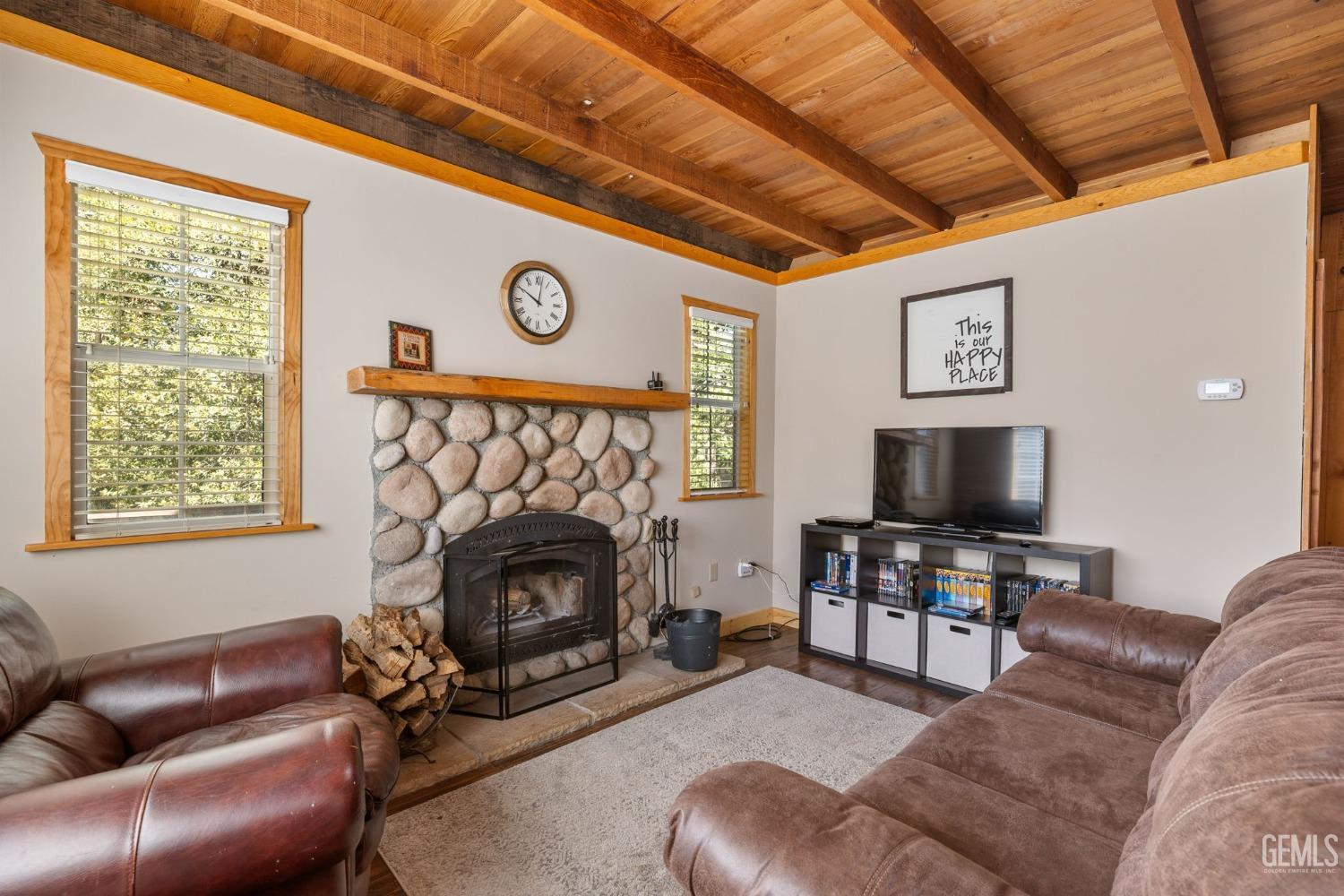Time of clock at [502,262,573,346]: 10:01
